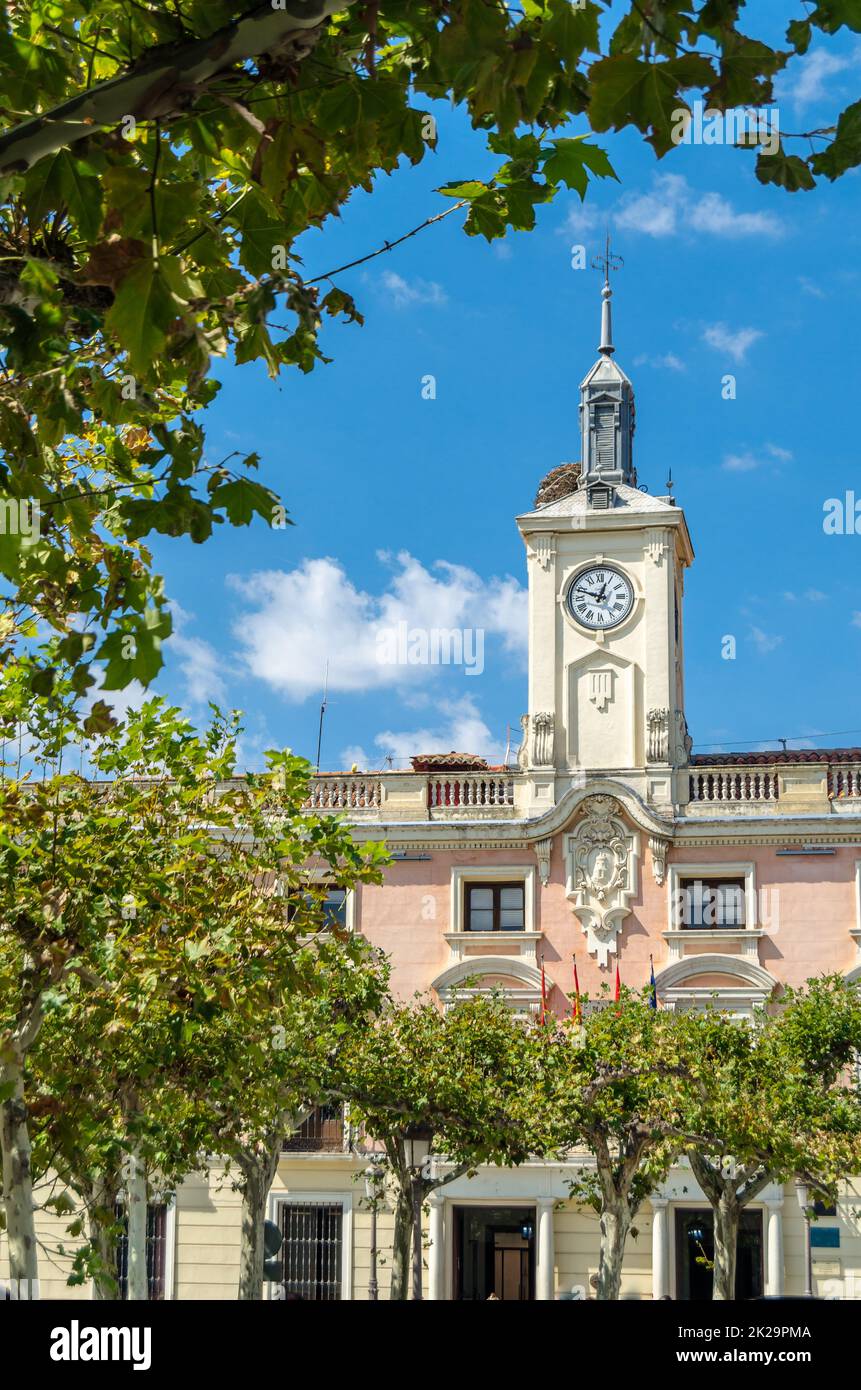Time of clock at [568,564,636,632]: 12:48
